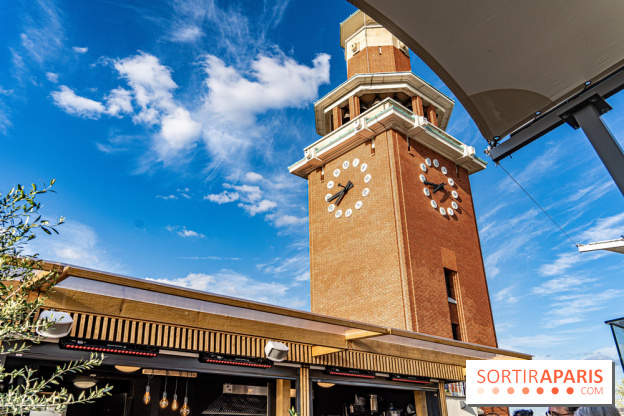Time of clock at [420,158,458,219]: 7:43
